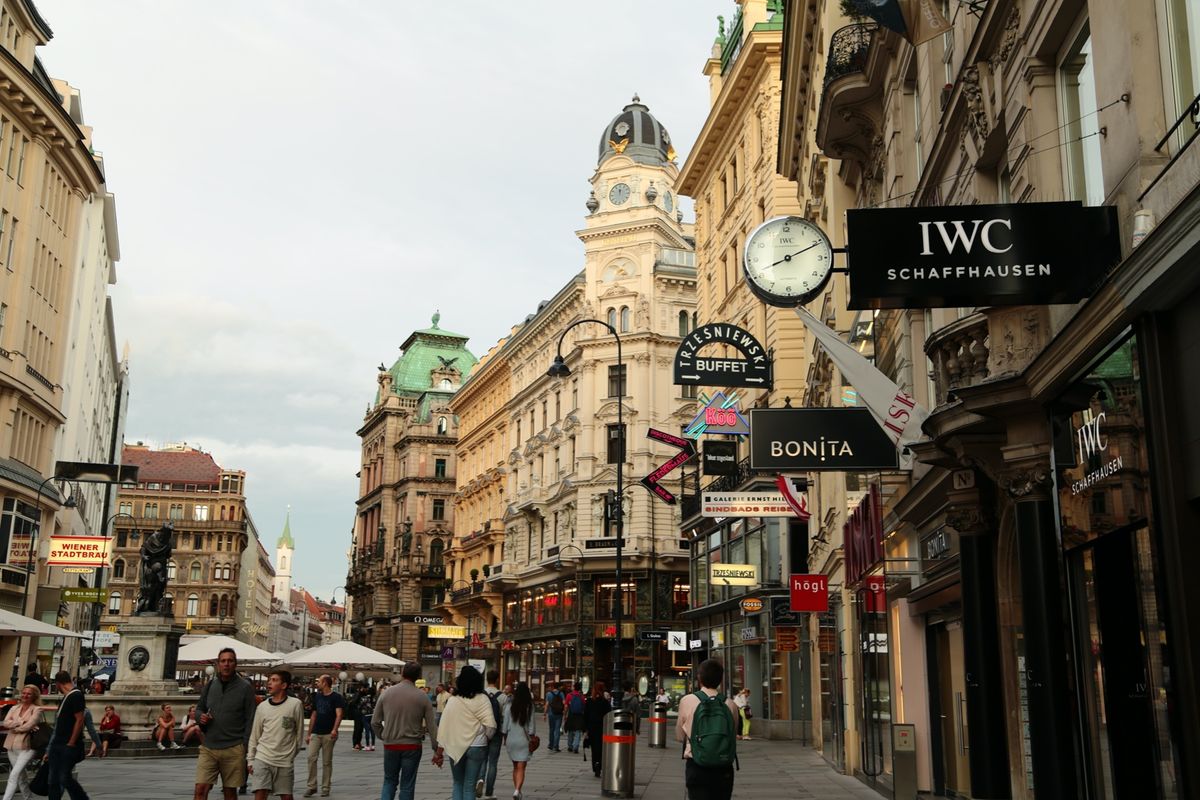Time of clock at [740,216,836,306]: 8:11
